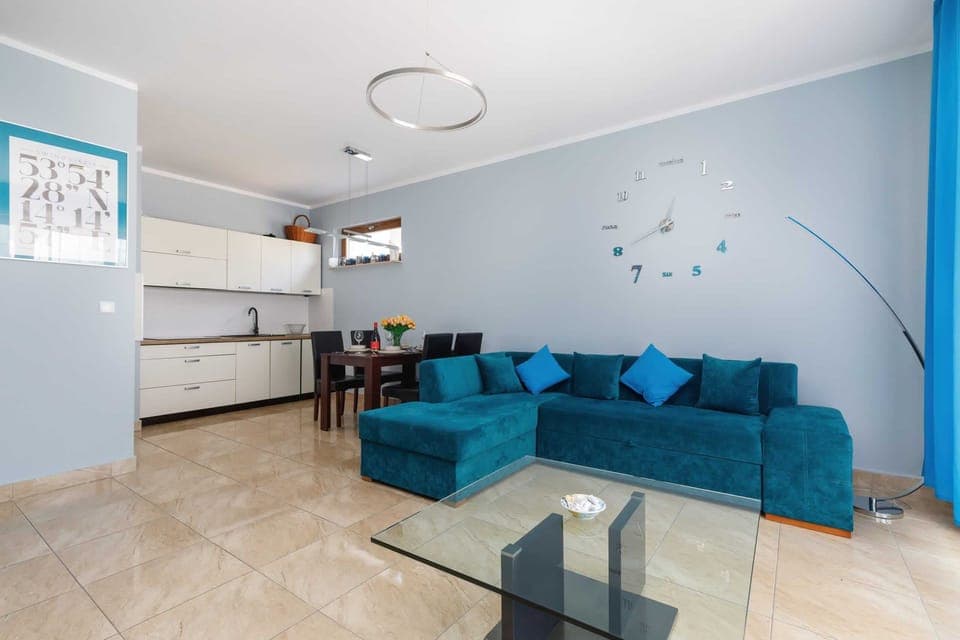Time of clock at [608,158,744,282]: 12:40
